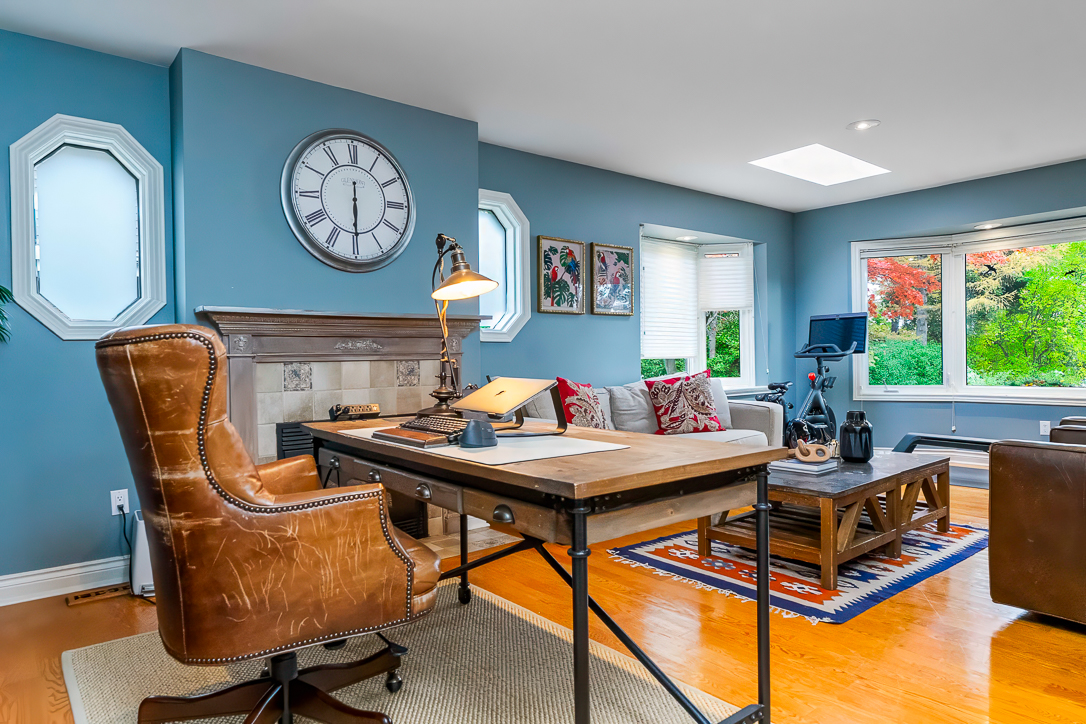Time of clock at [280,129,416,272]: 5:29
